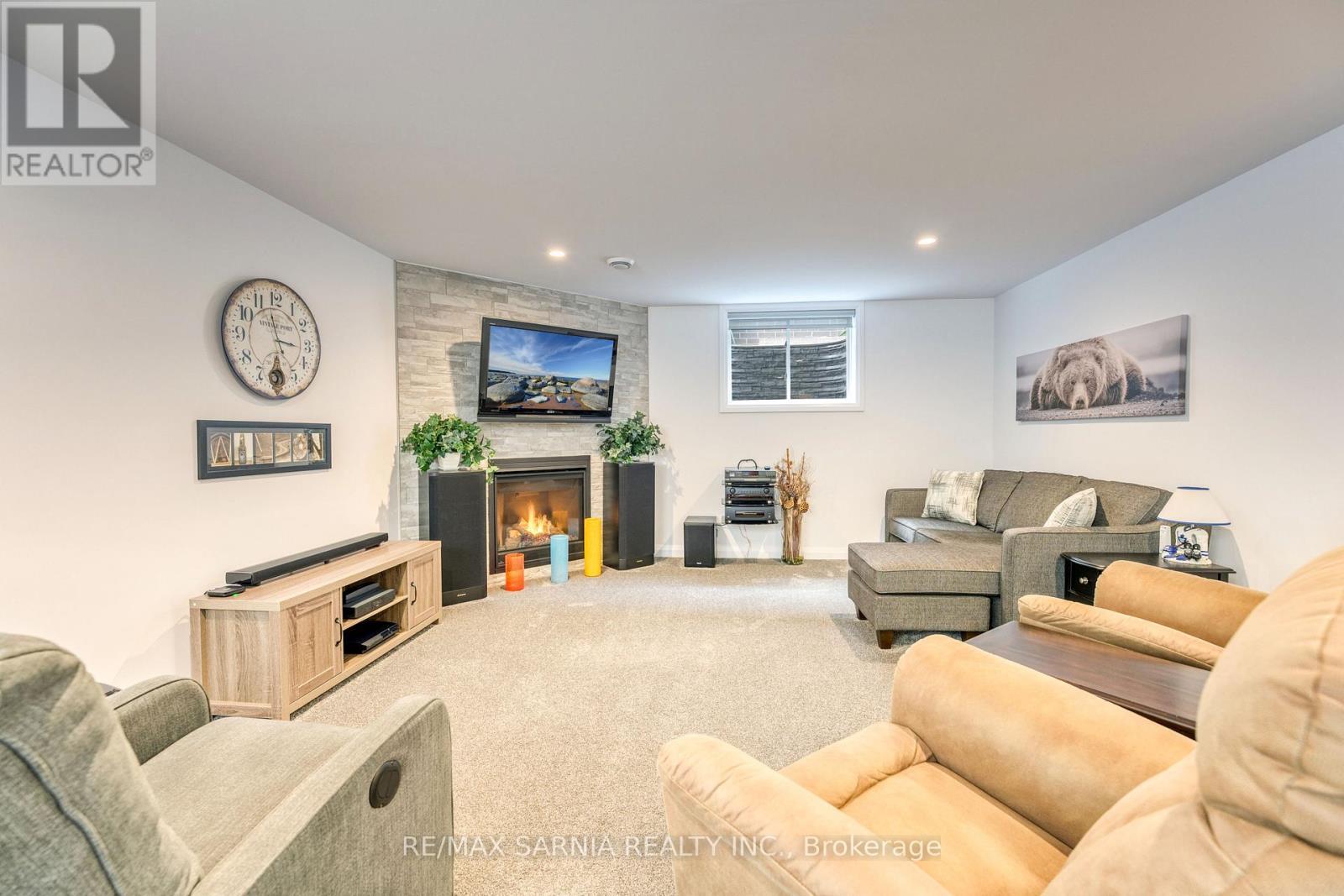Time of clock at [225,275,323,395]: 2:58
